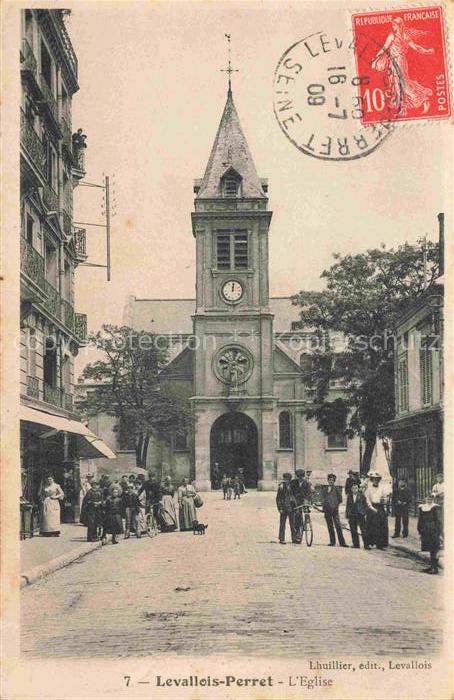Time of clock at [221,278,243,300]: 12:01
